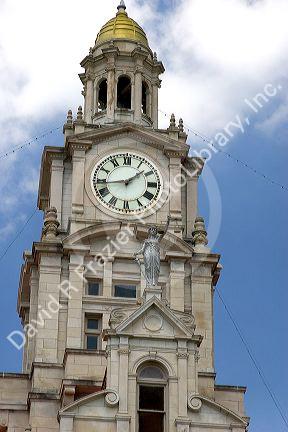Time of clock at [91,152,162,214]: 1:43
